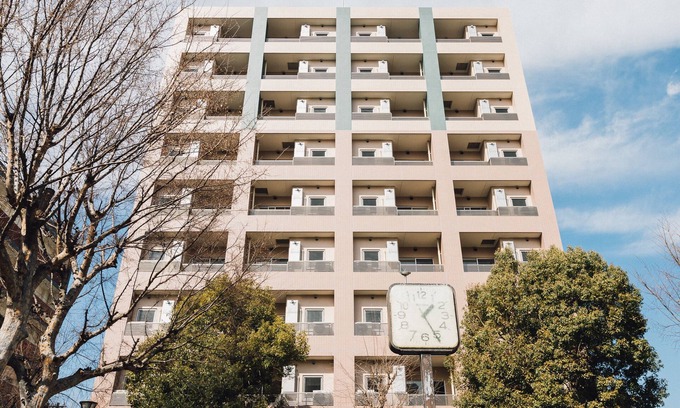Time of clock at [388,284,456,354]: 1:25
